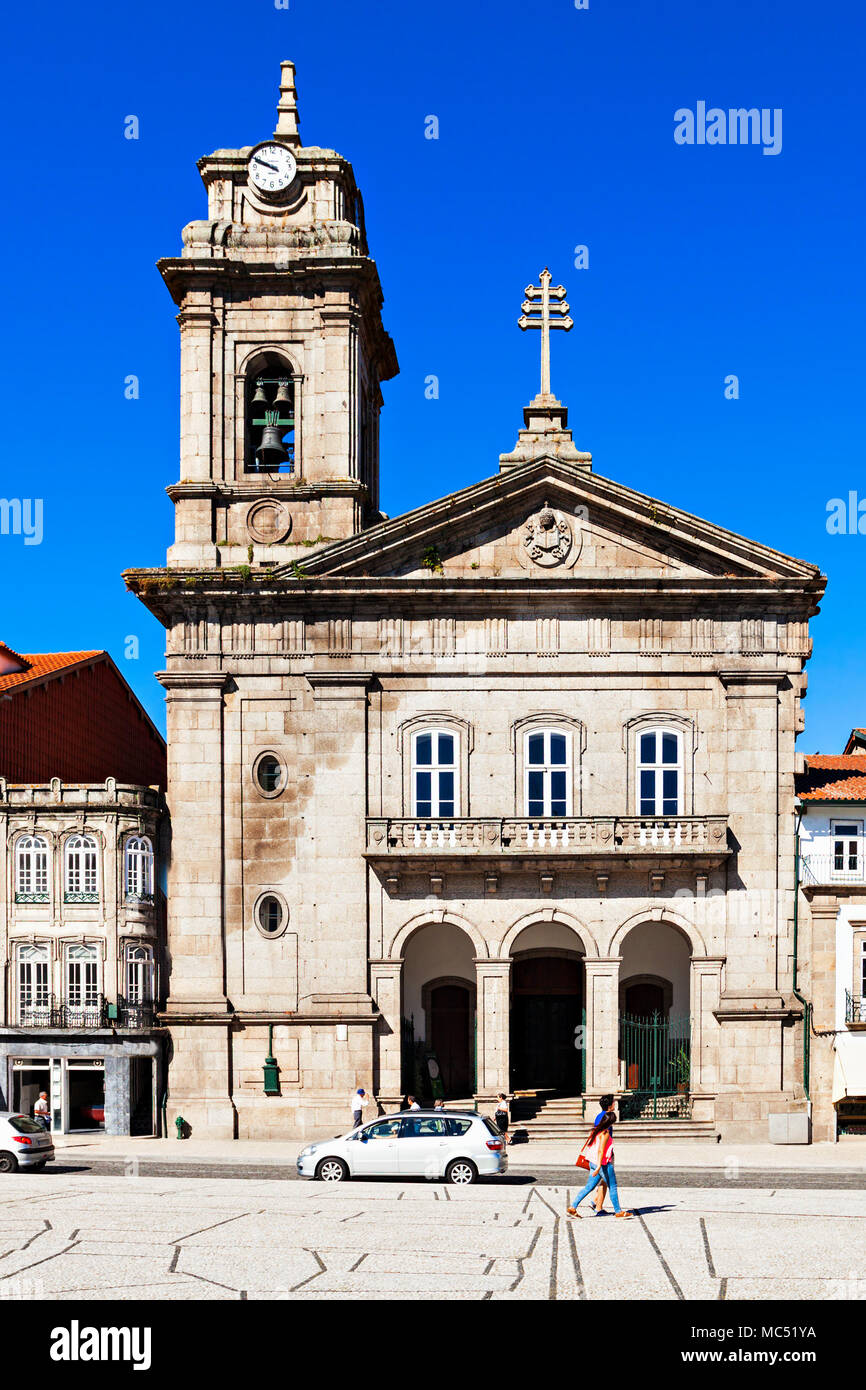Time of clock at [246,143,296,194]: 9:48
